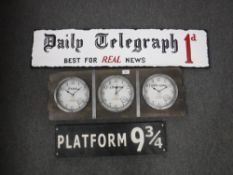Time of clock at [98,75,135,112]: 12:07
